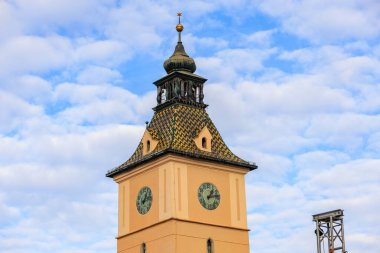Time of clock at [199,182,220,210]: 1:13
